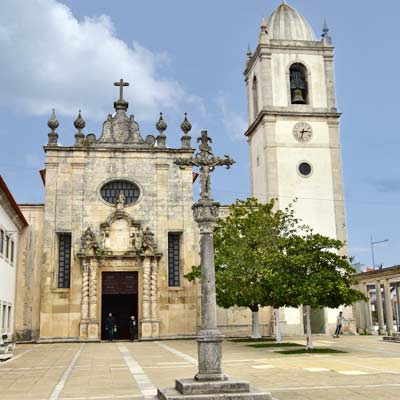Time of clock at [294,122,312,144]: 2:32
